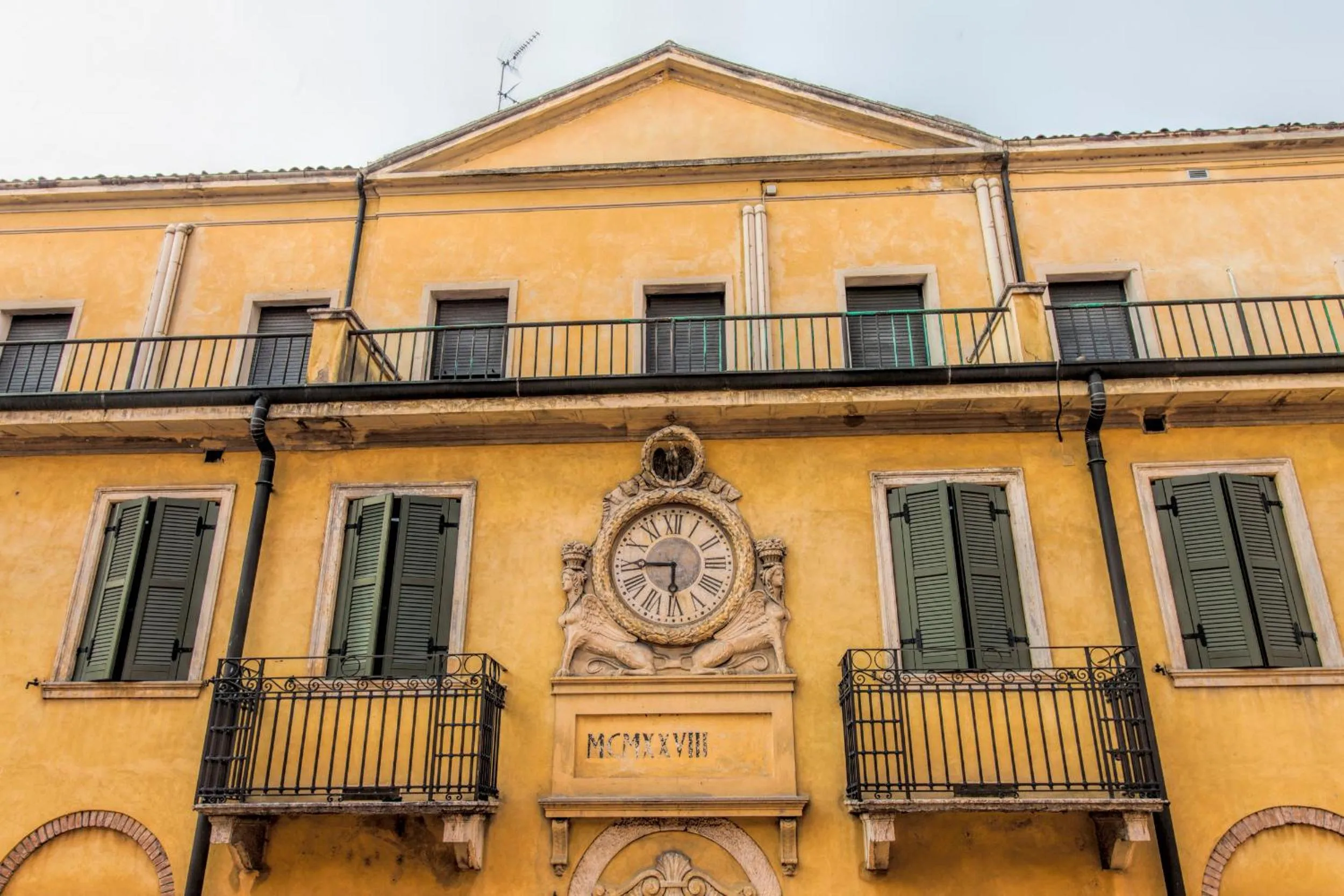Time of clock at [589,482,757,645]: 5:45
